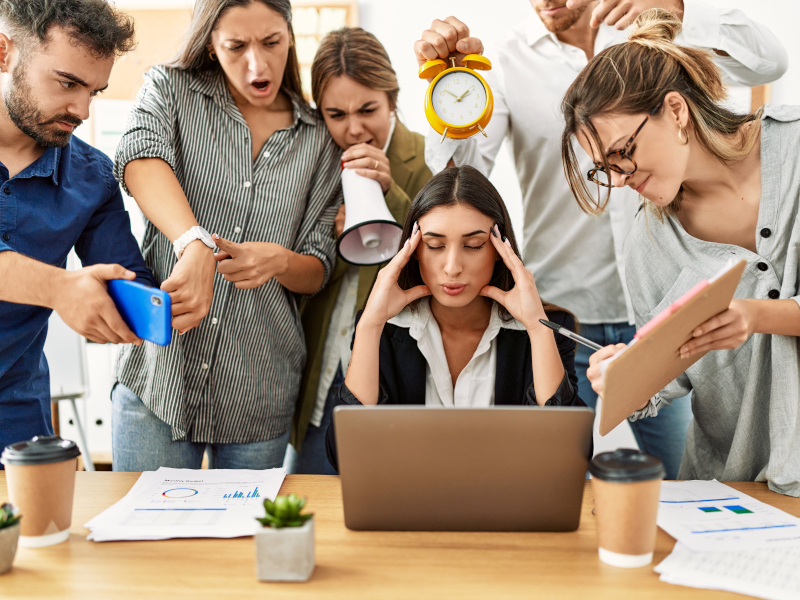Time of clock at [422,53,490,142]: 1:52
